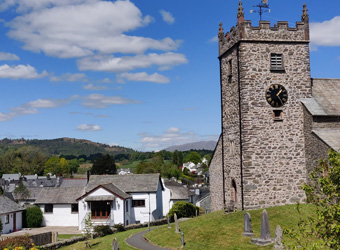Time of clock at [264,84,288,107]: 1:24
